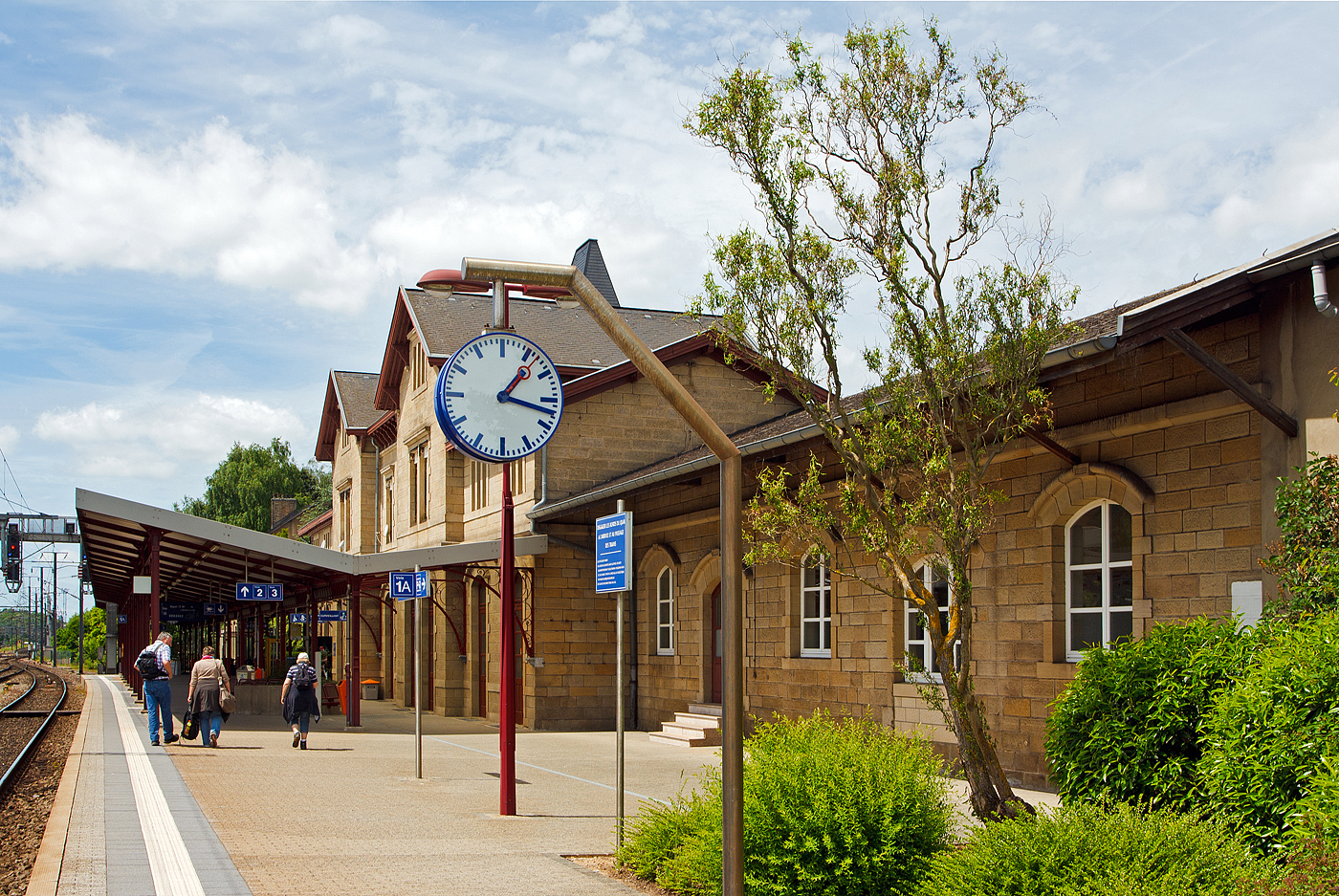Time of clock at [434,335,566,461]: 1:17
